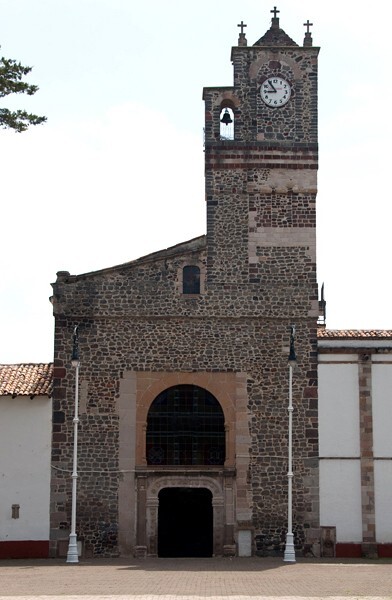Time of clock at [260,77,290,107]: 8:54
